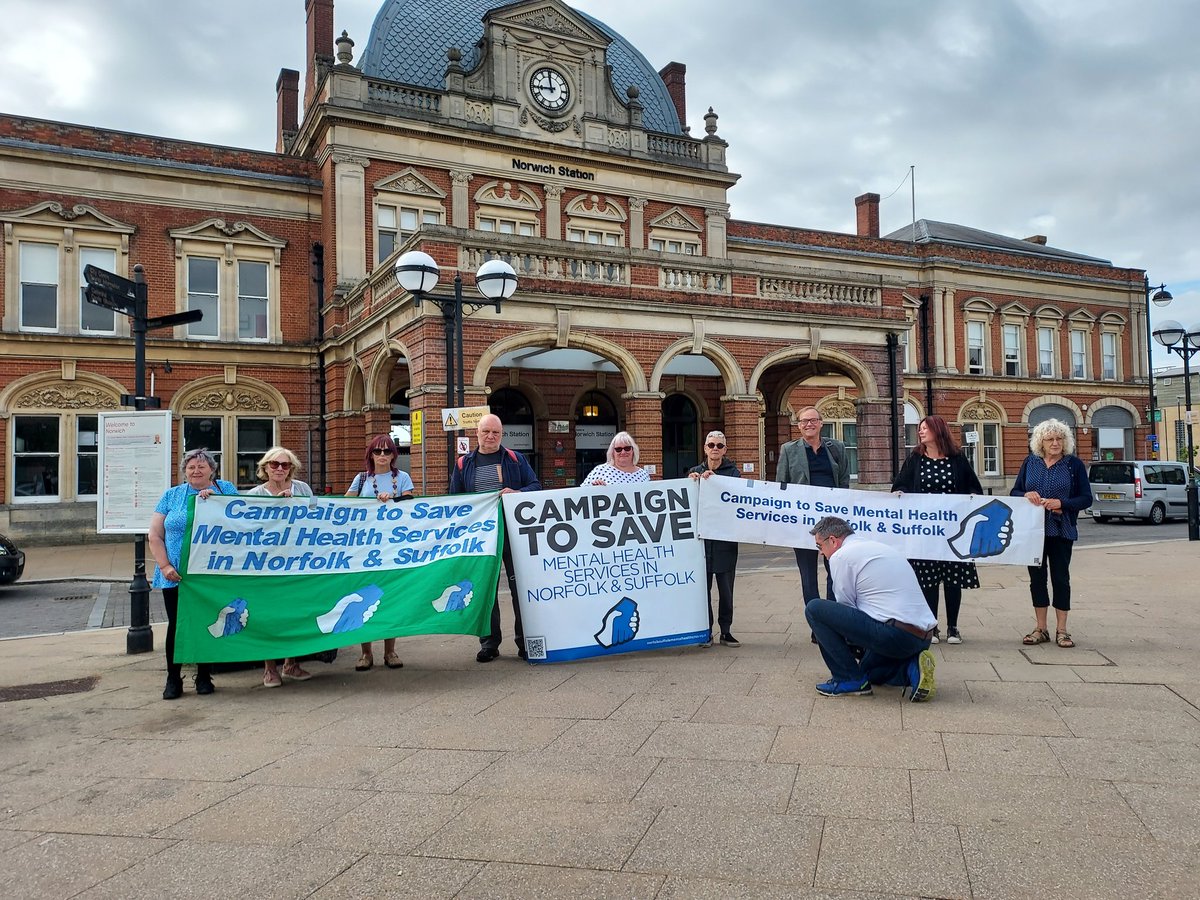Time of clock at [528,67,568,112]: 11:44
